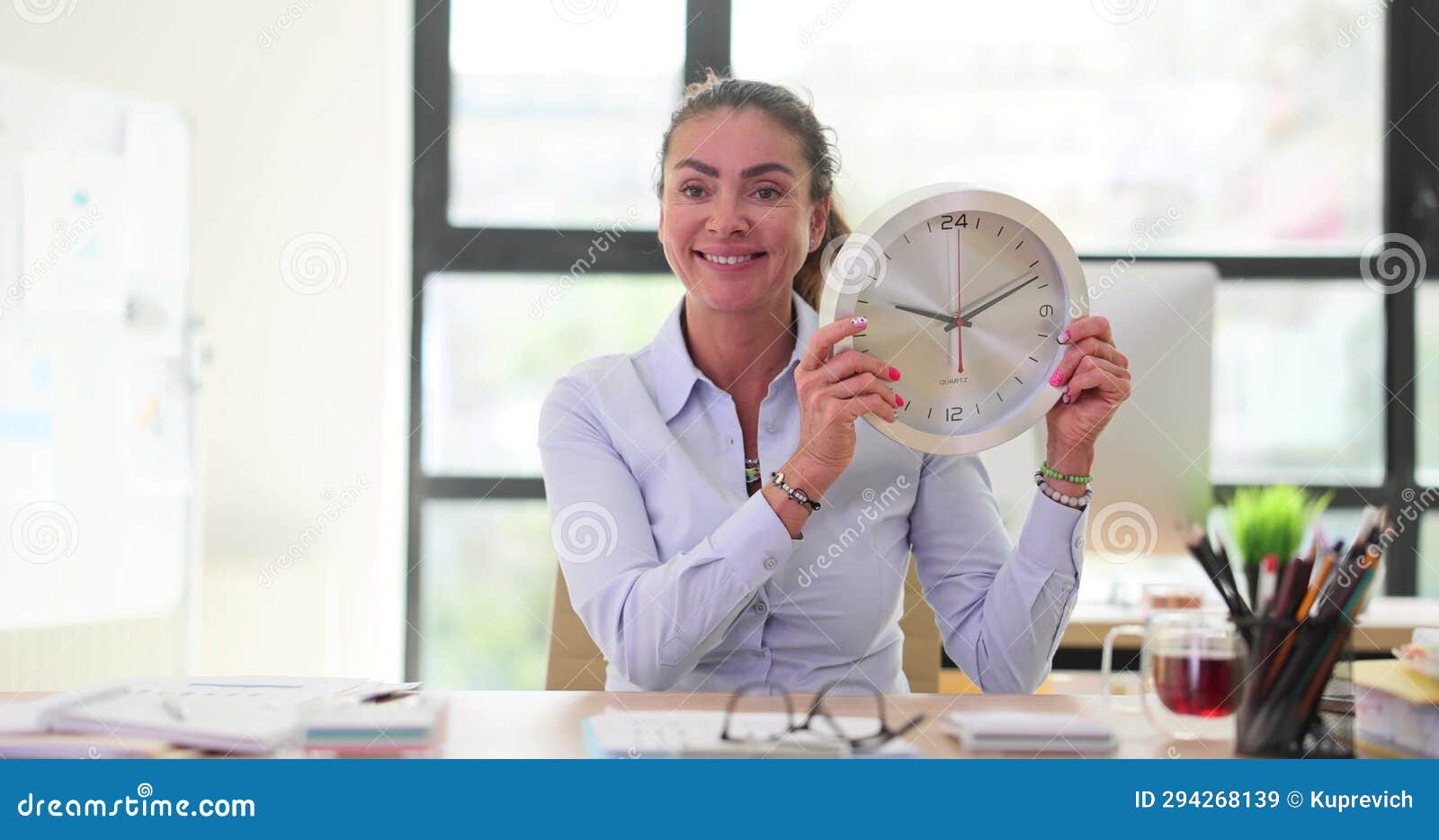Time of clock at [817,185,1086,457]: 9:10
